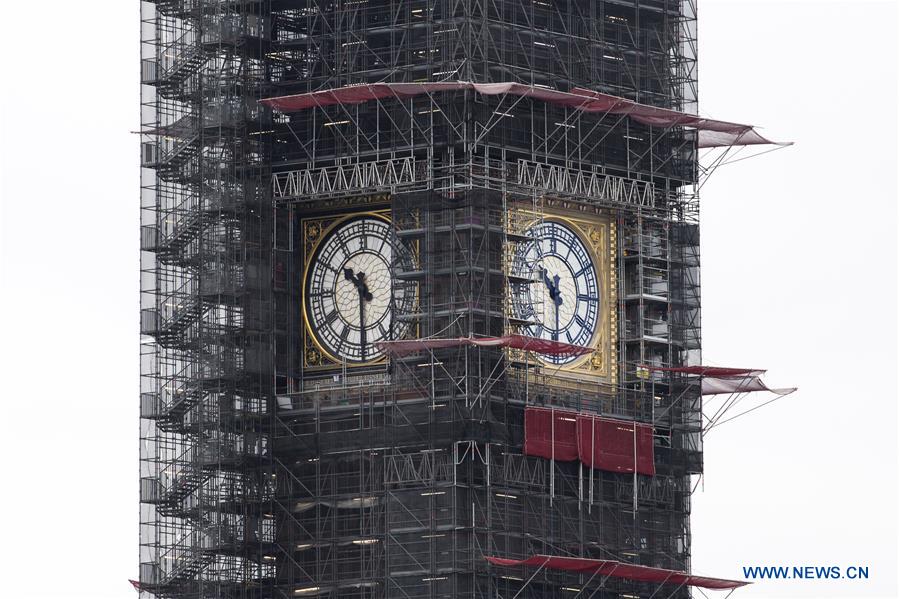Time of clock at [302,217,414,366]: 10:30
